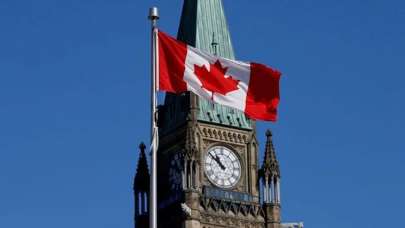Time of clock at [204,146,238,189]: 10:51
